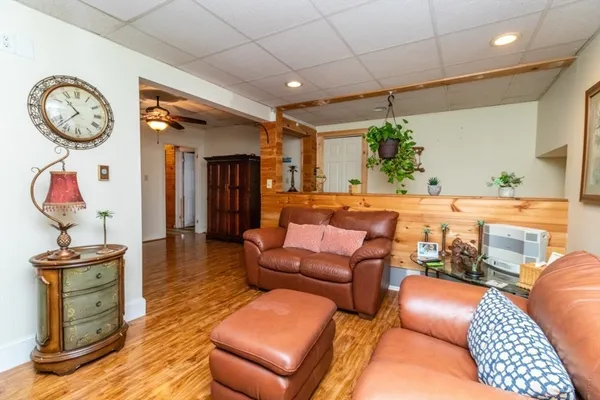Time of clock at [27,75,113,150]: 10:37
